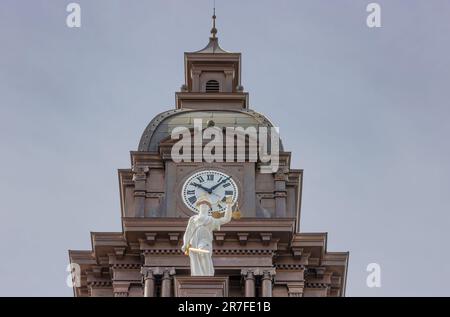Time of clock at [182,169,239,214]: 10:07
